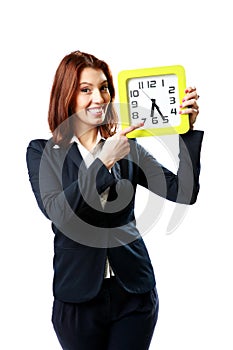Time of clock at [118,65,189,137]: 6:25
